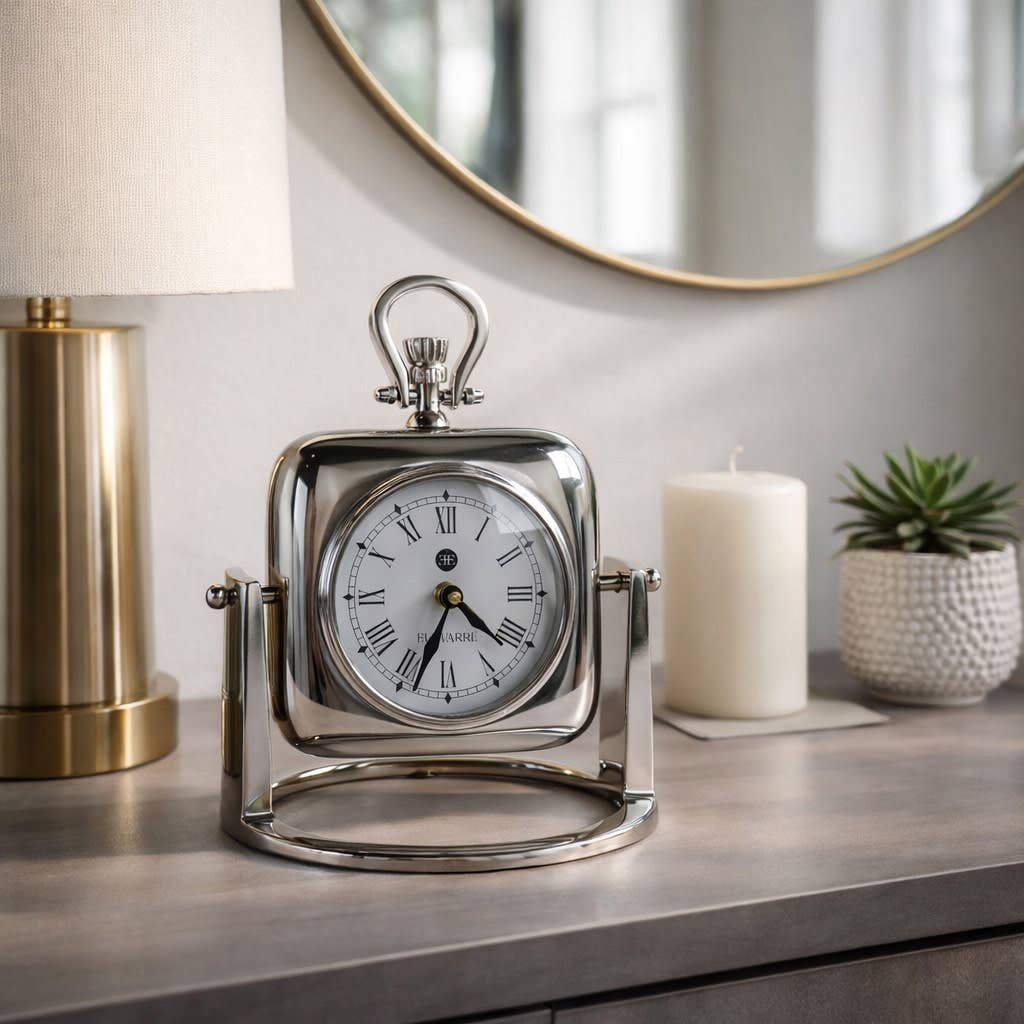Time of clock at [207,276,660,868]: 4:33
